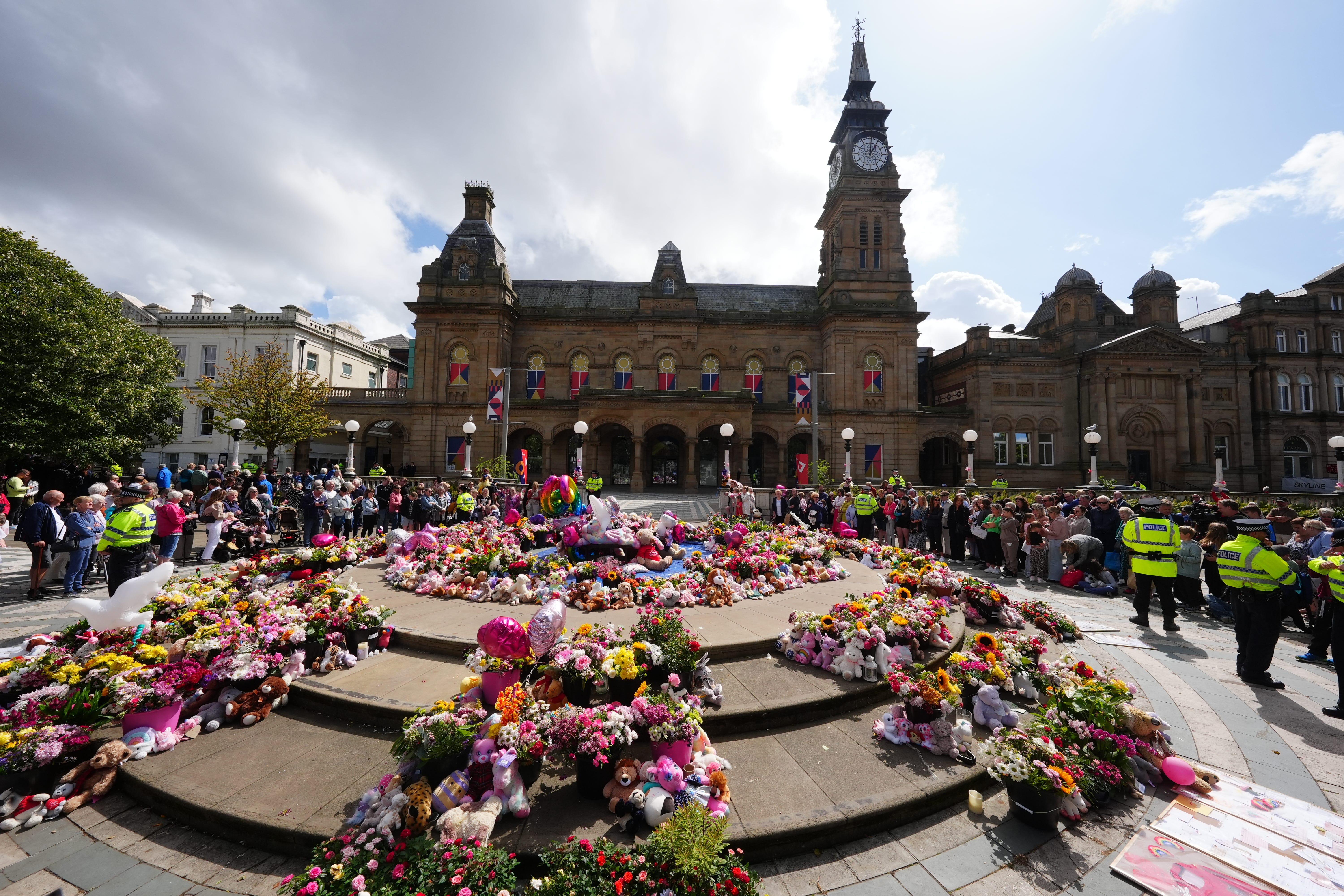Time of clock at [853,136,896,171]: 1:00
